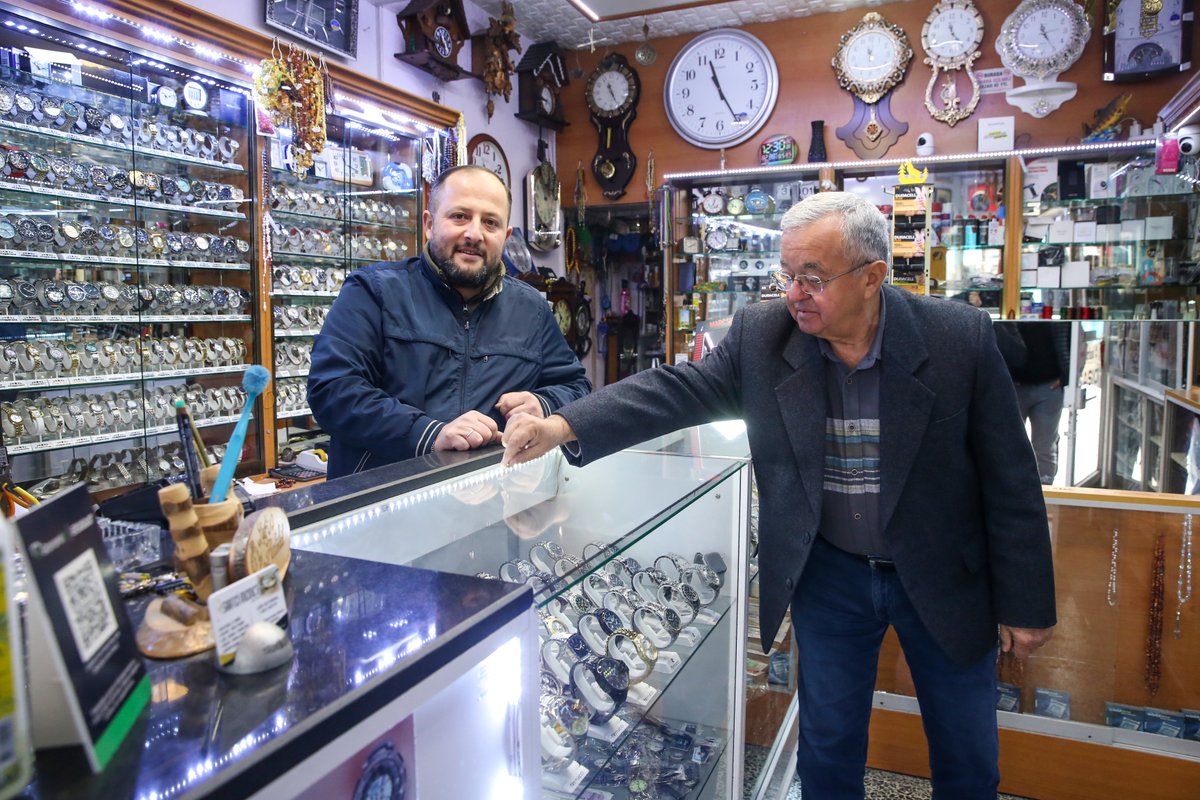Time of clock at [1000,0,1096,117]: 11:23
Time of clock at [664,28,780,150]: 11:25
